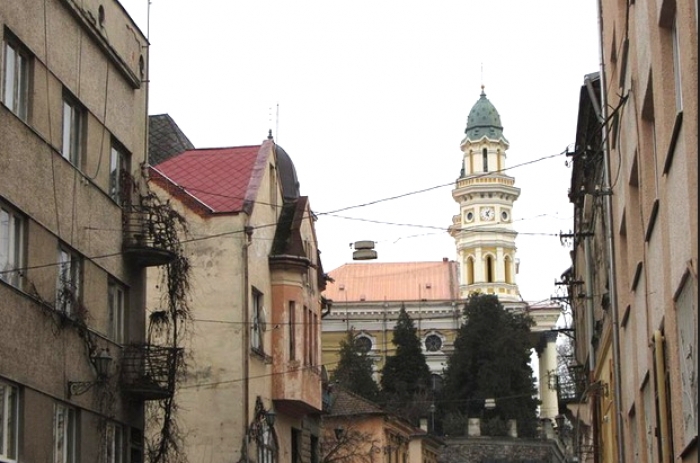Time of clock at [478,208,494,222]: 5:06
